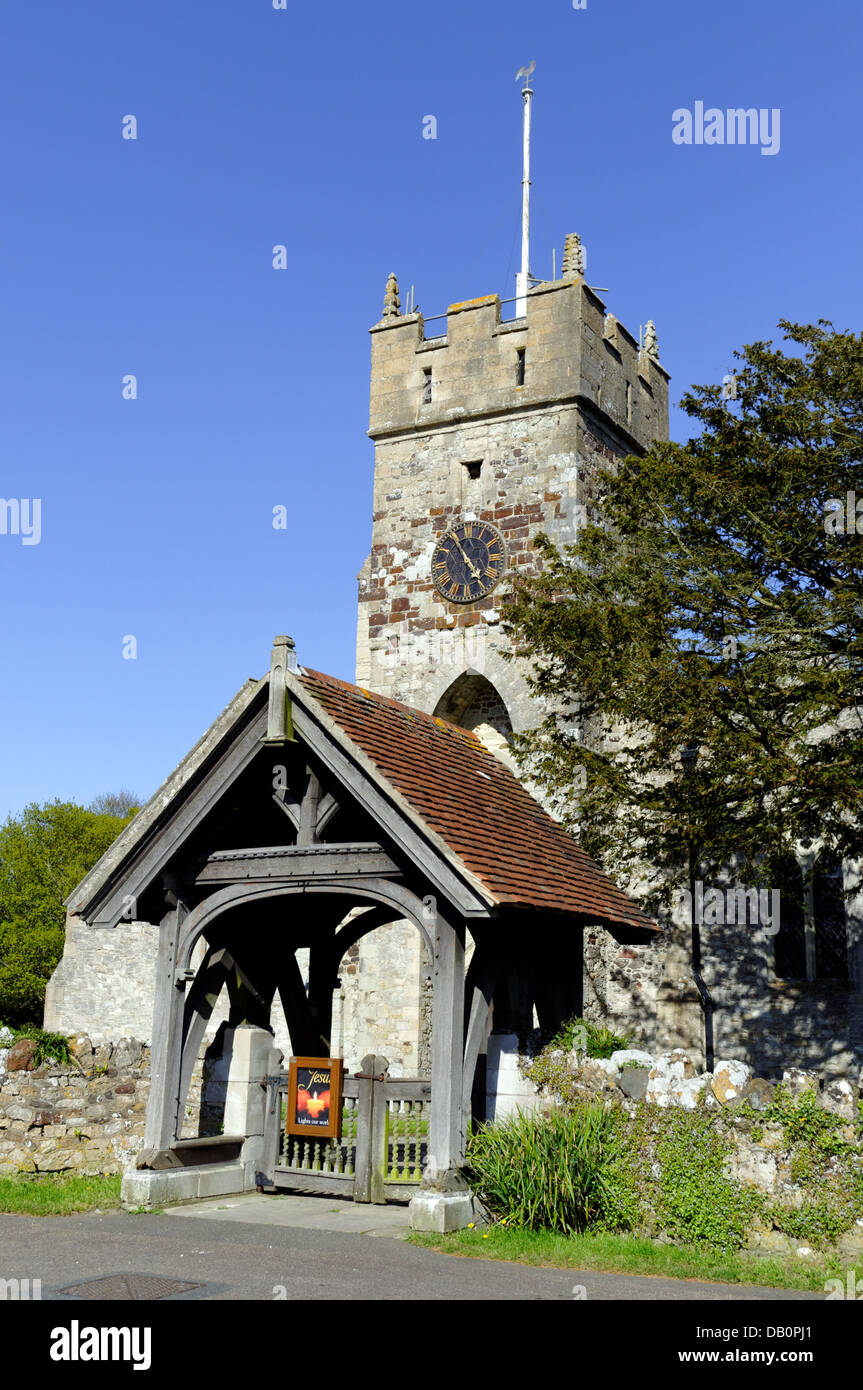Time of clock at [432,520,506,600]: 4:55
